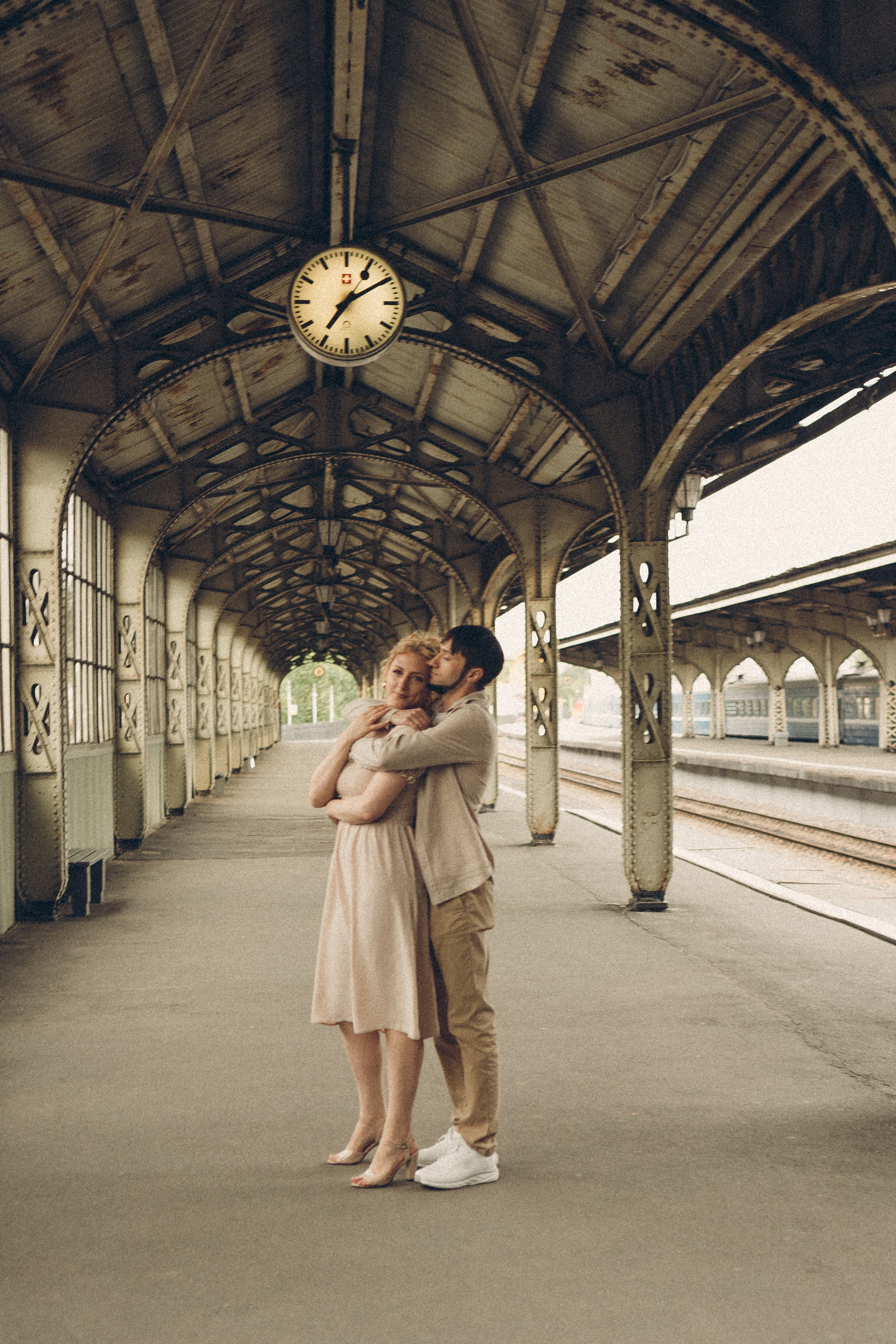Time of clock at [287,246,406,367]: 7:09
